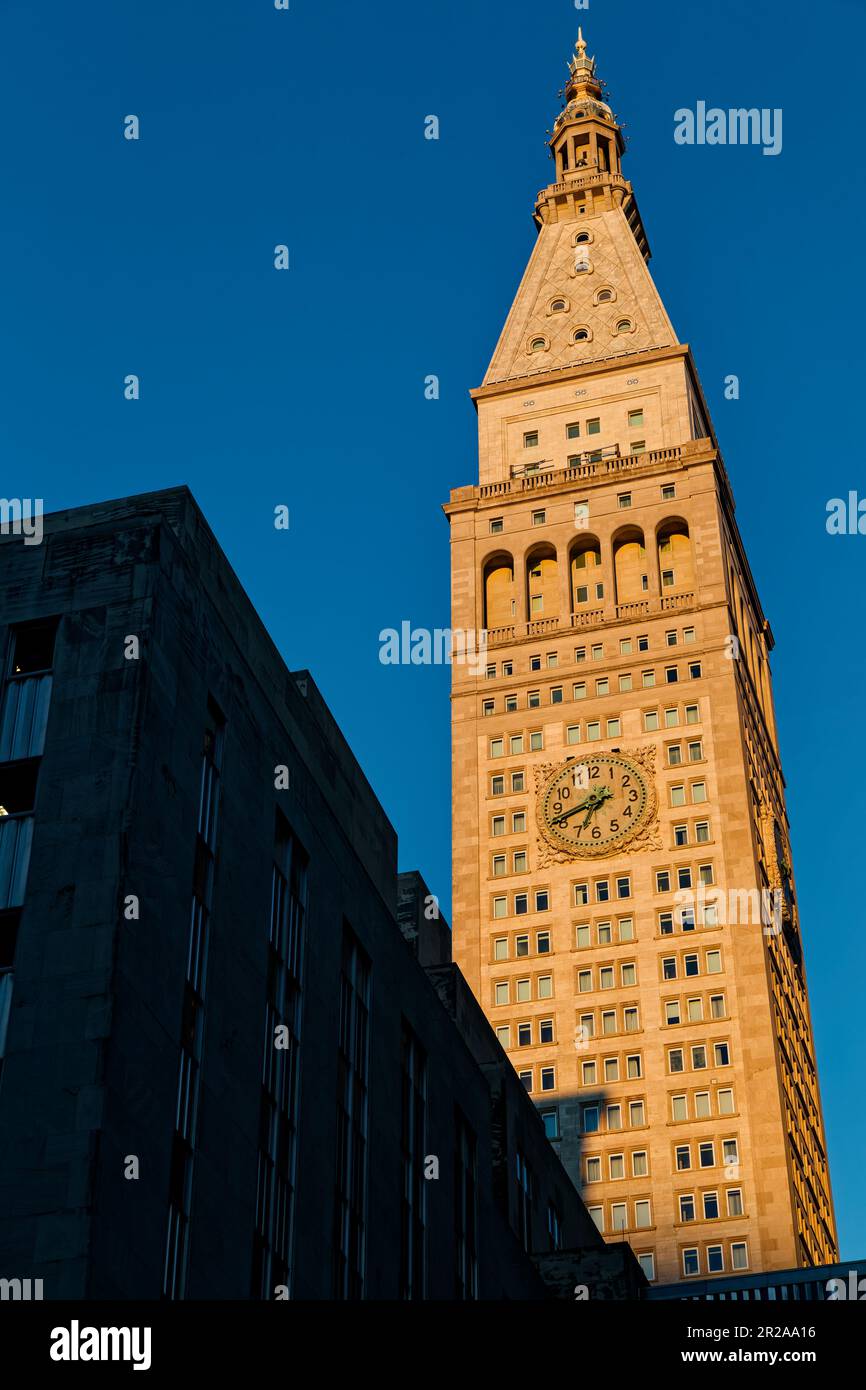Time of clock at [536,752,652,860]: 6:41
